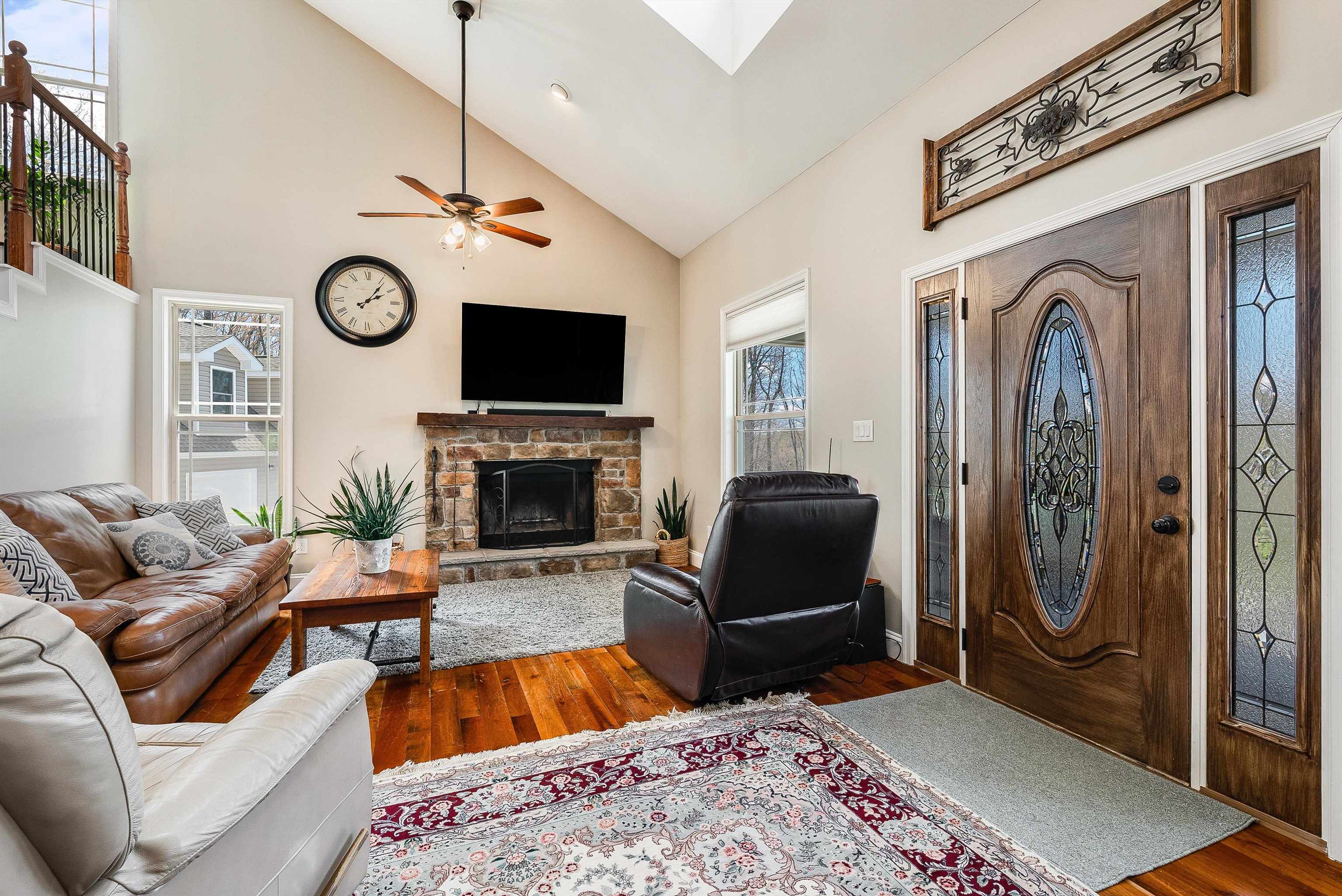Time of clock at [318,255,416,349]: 2:06
